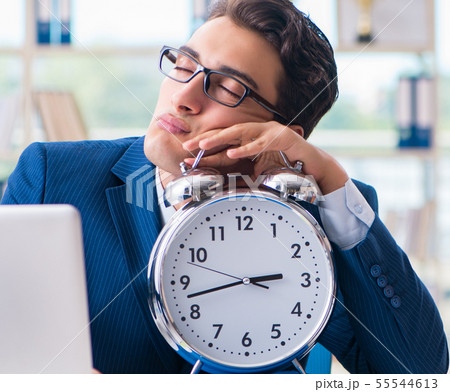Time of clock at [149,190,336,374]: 2:42
